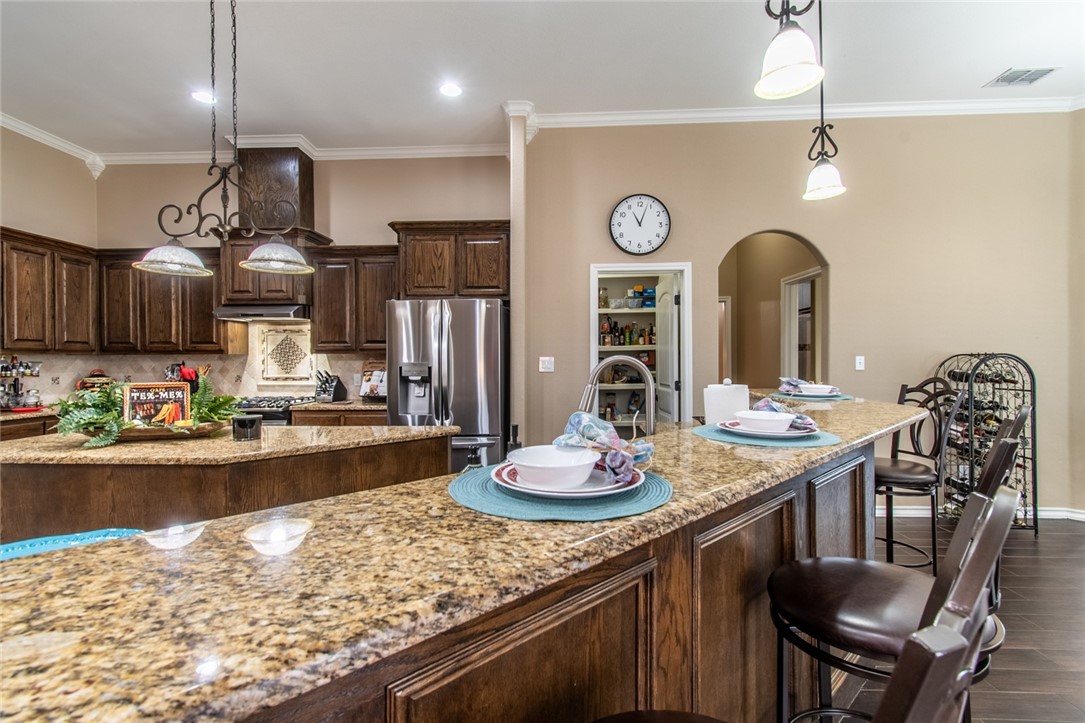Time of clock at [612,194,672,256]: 11:03
